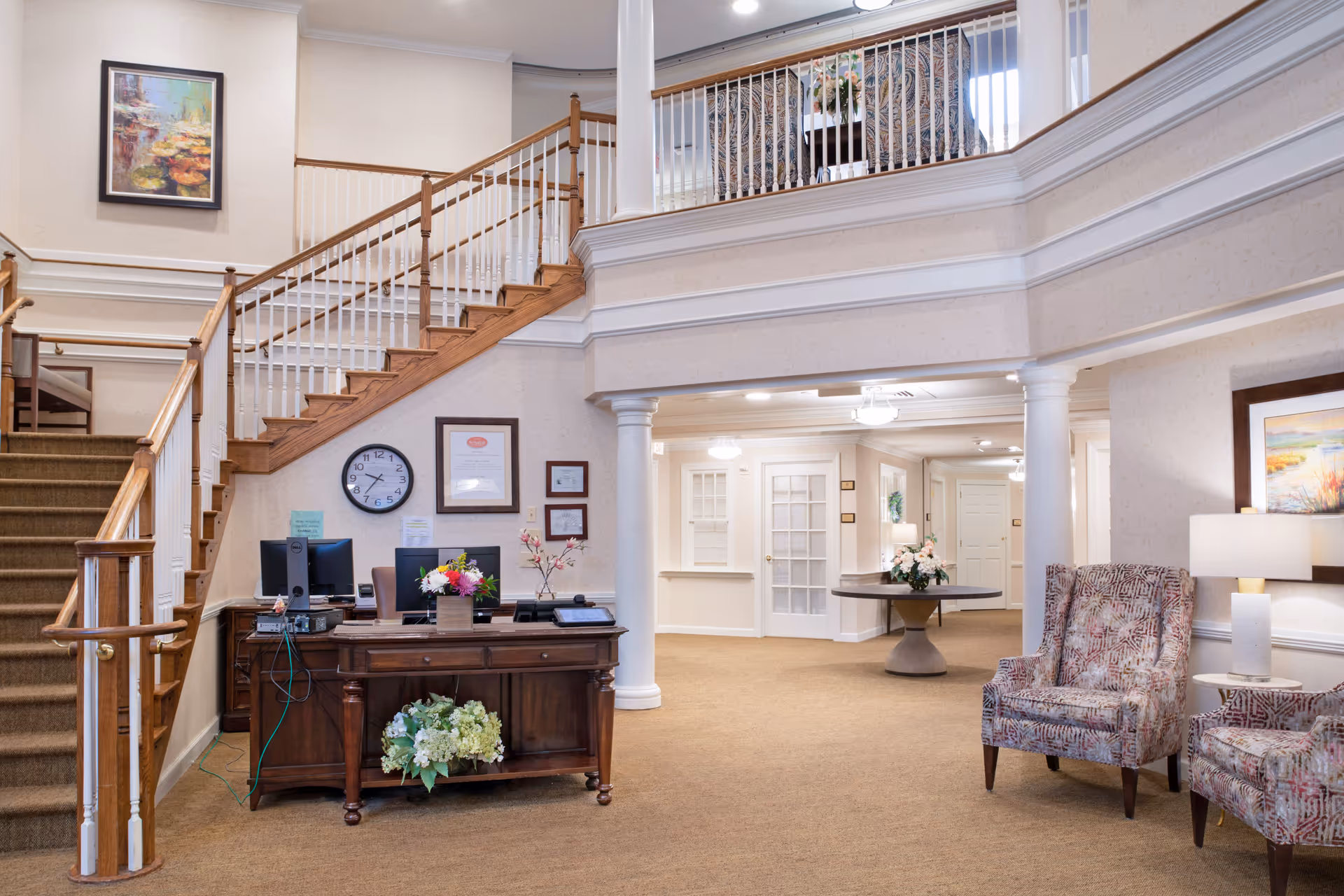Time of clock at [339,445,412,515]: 9:36
